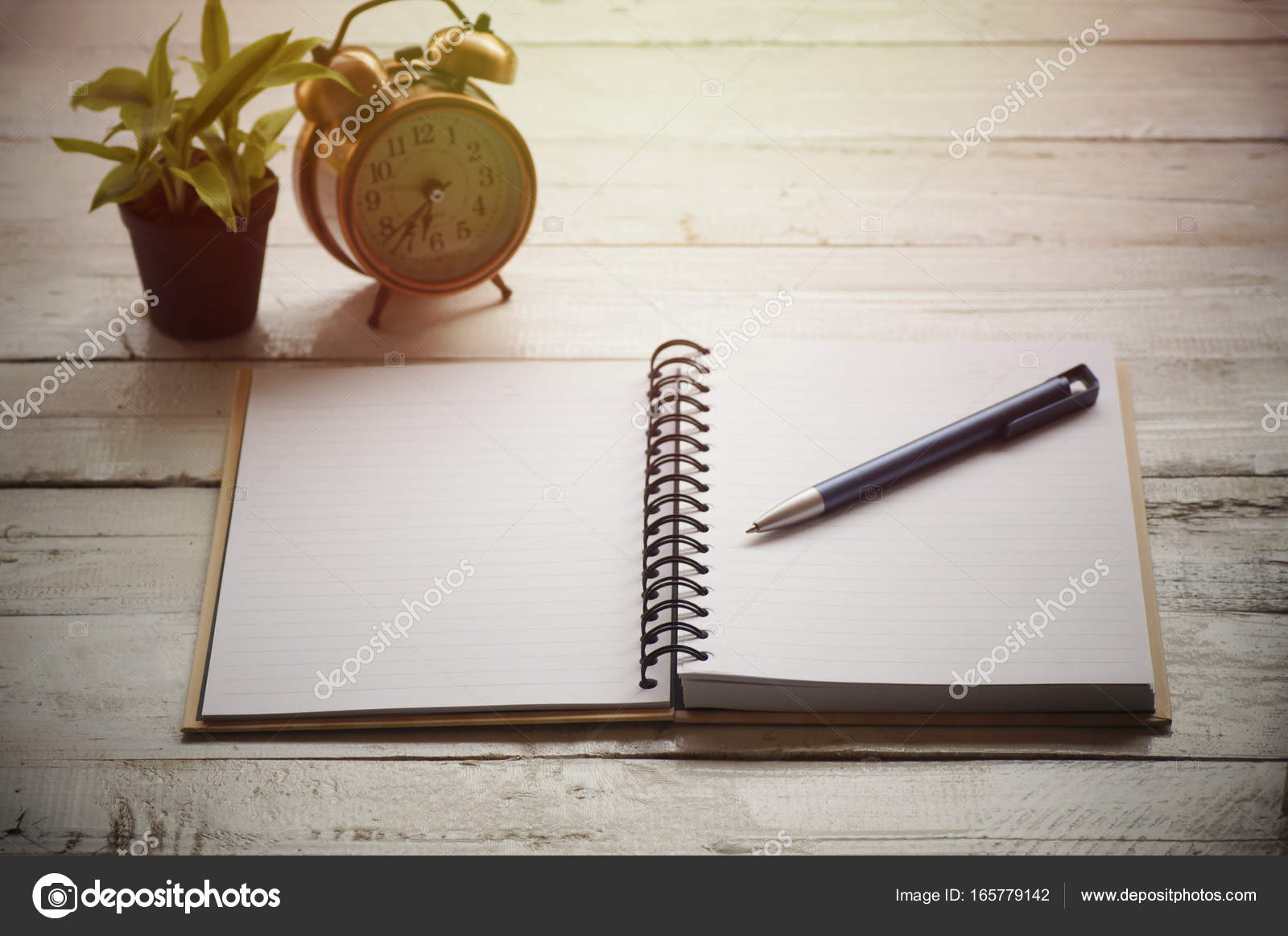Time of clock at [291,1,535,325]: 6:36
